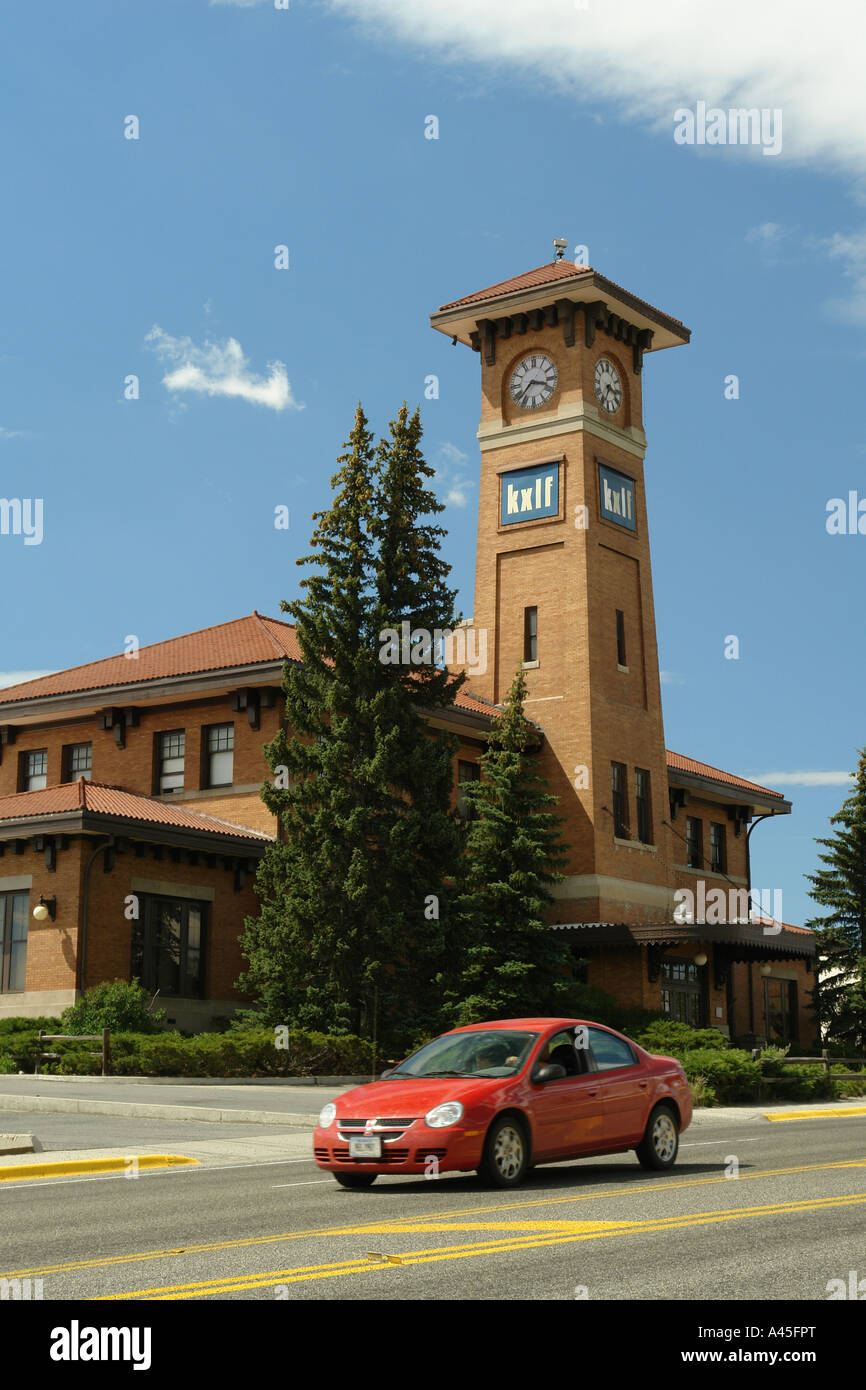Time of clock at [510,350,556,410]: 3:38
